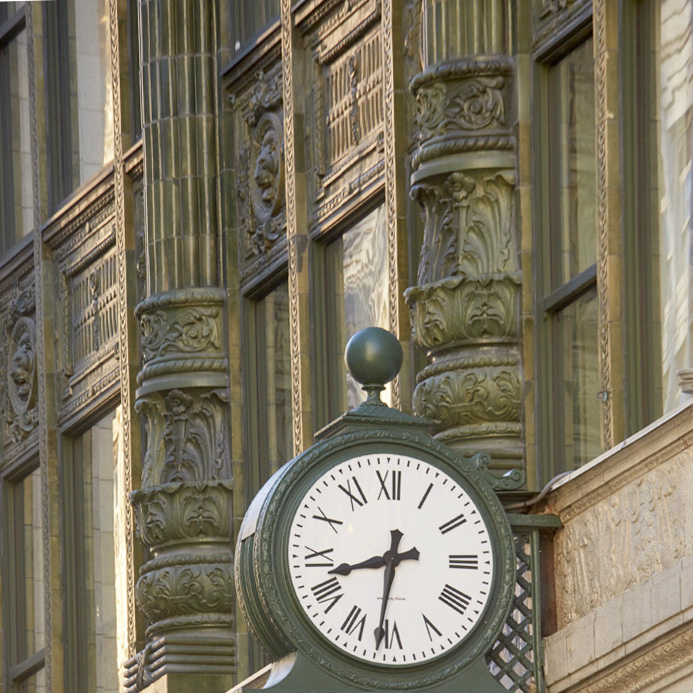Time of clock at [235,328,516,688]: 8:31
